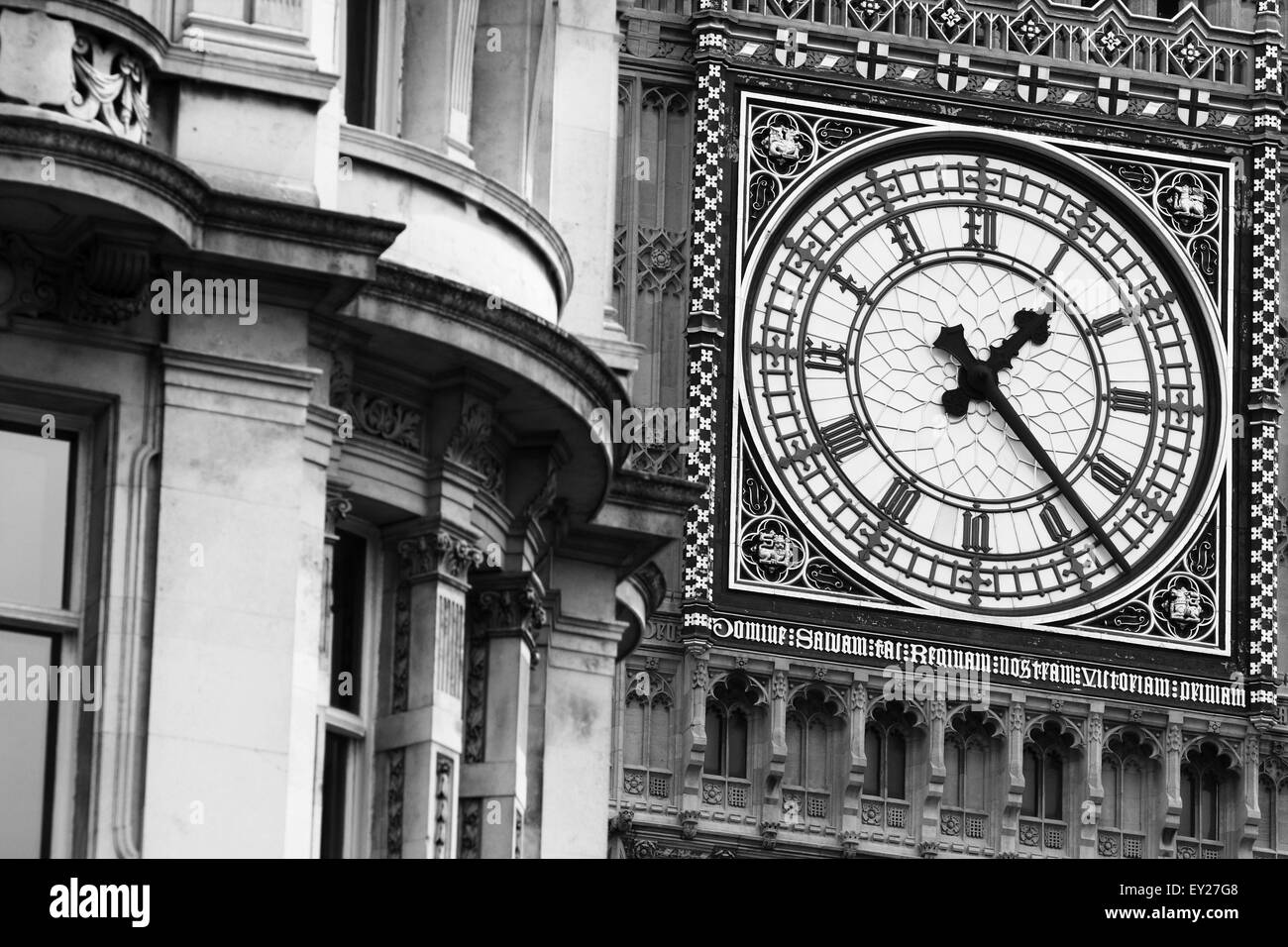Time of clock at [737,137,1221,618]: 1:22
